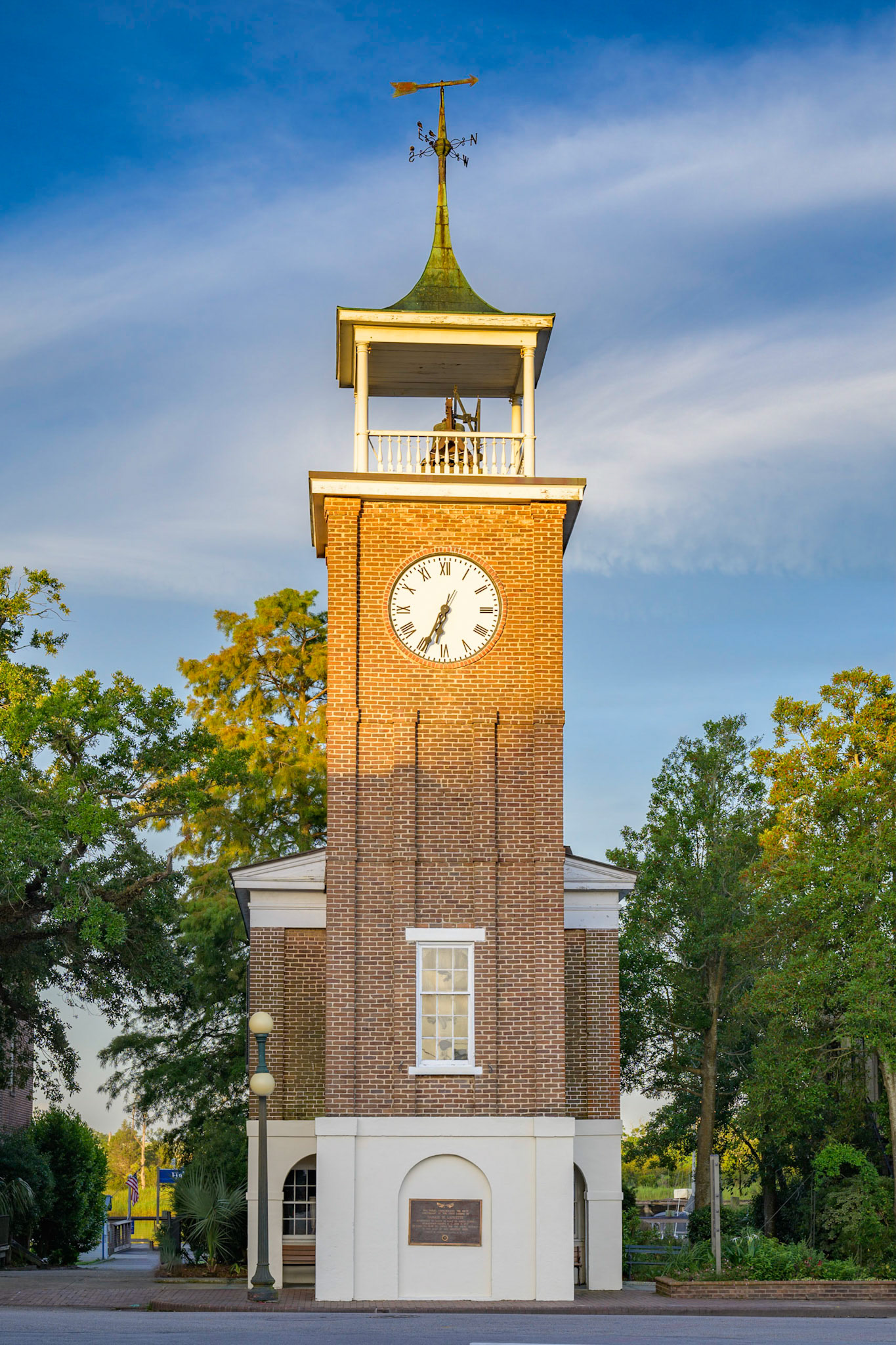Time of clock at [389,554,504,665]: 6:34
